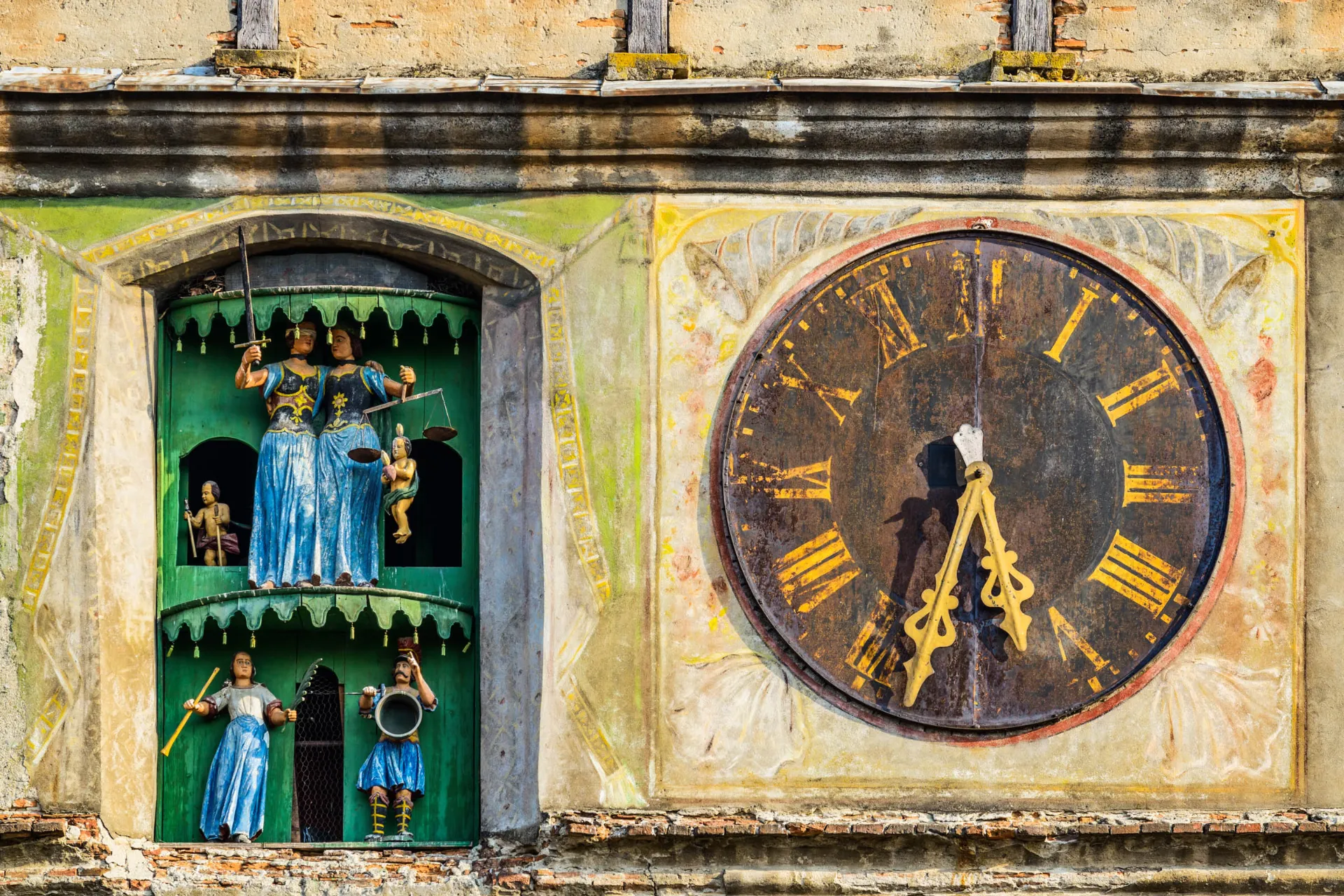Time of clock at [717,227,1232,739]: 5:32
